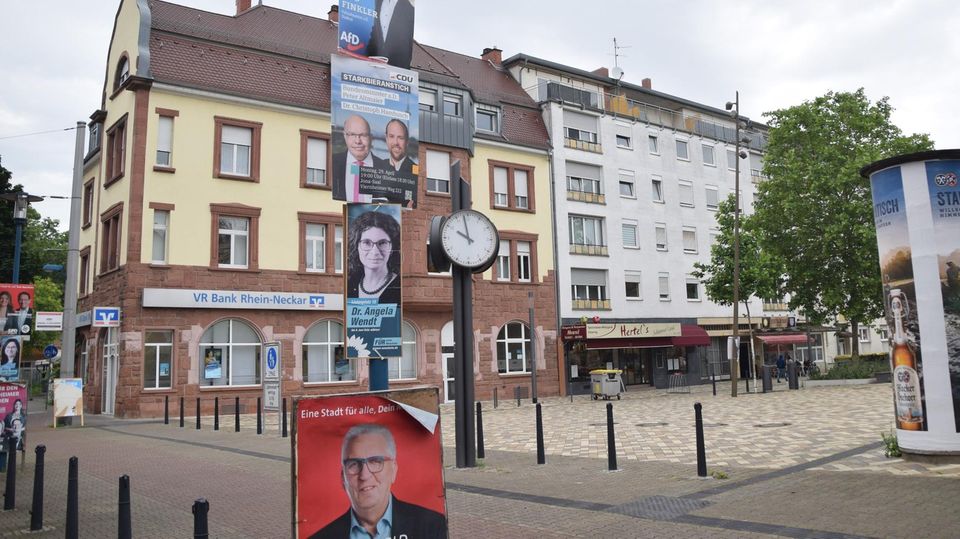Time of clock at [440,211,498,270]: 9:58
